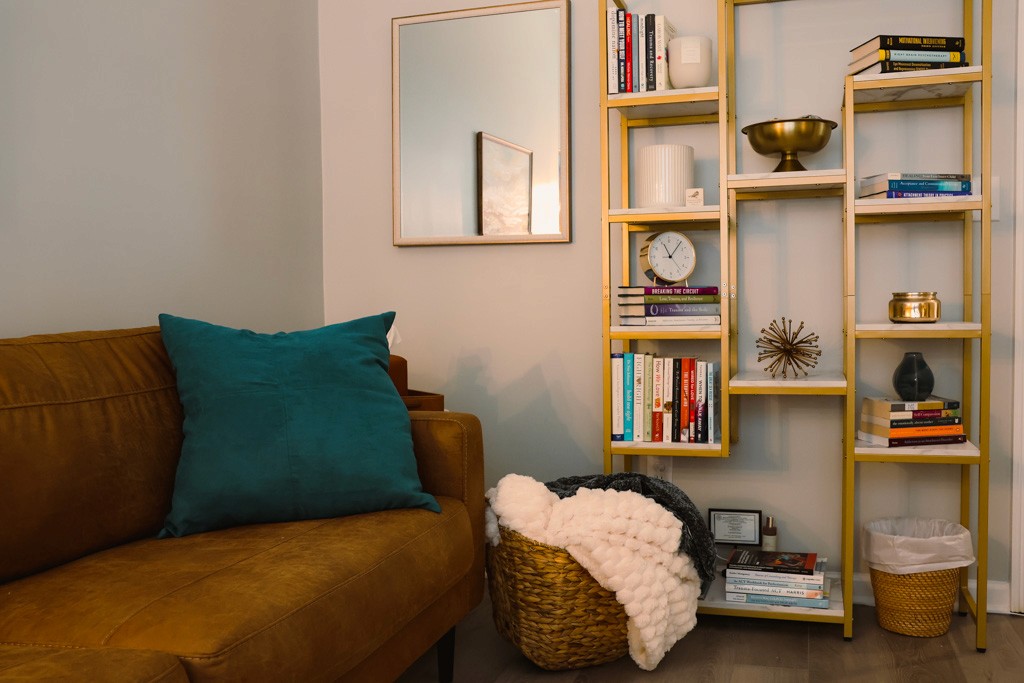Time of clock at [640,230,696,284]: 11:06
